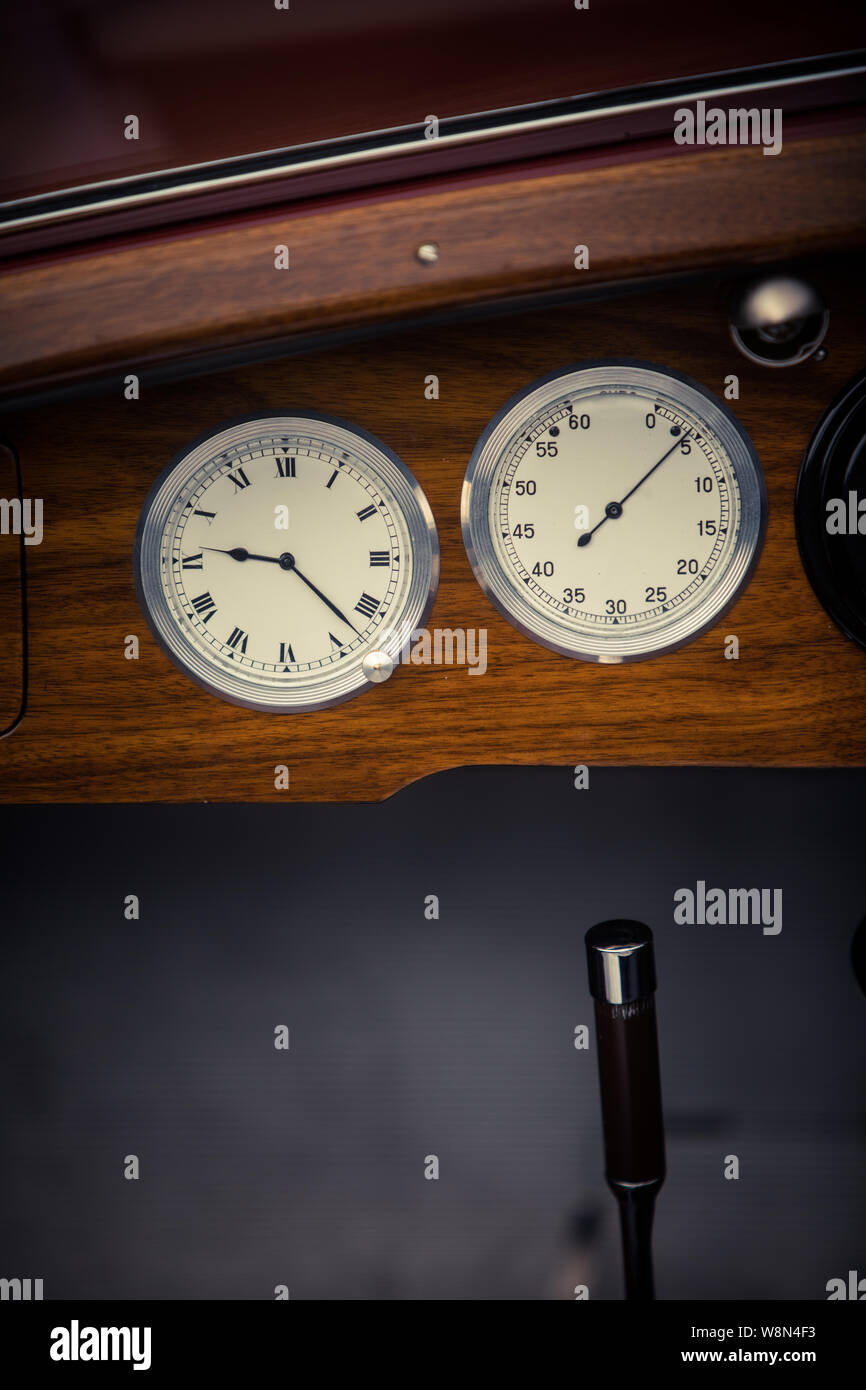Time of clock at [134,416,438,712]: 9:22
